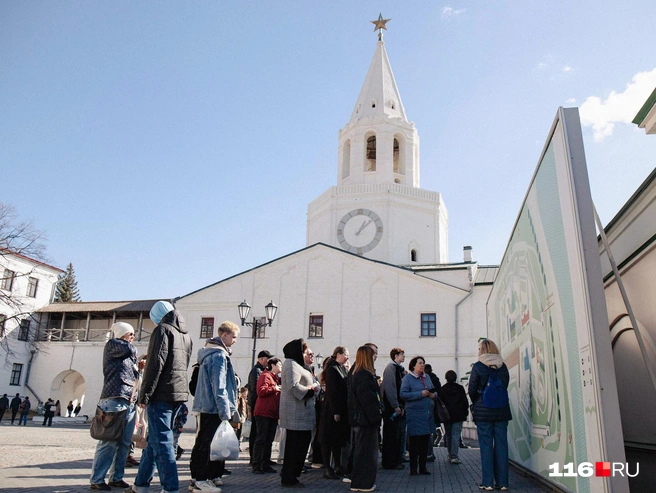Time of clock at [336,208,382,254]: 1:08
